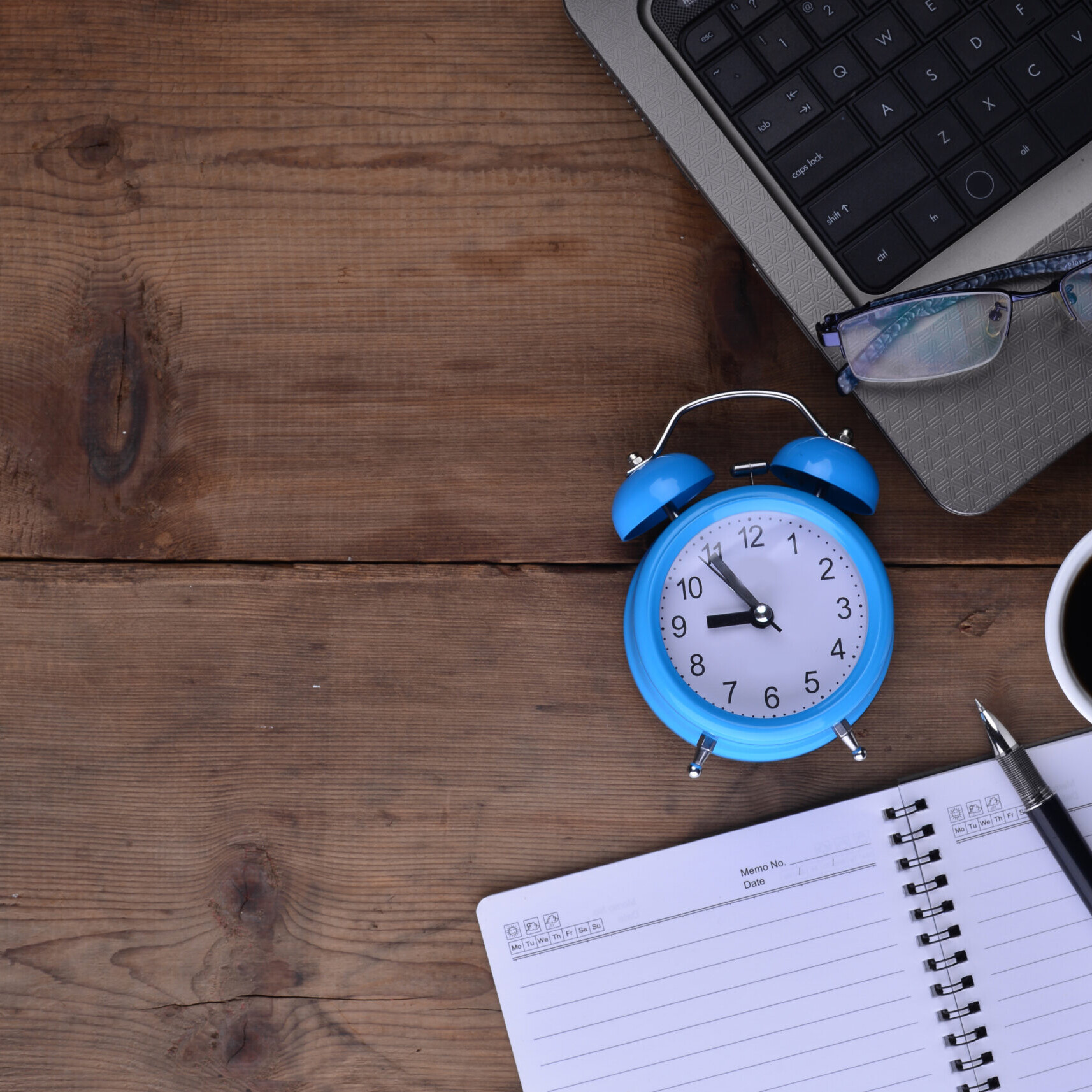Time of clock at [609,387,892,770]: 8:54
